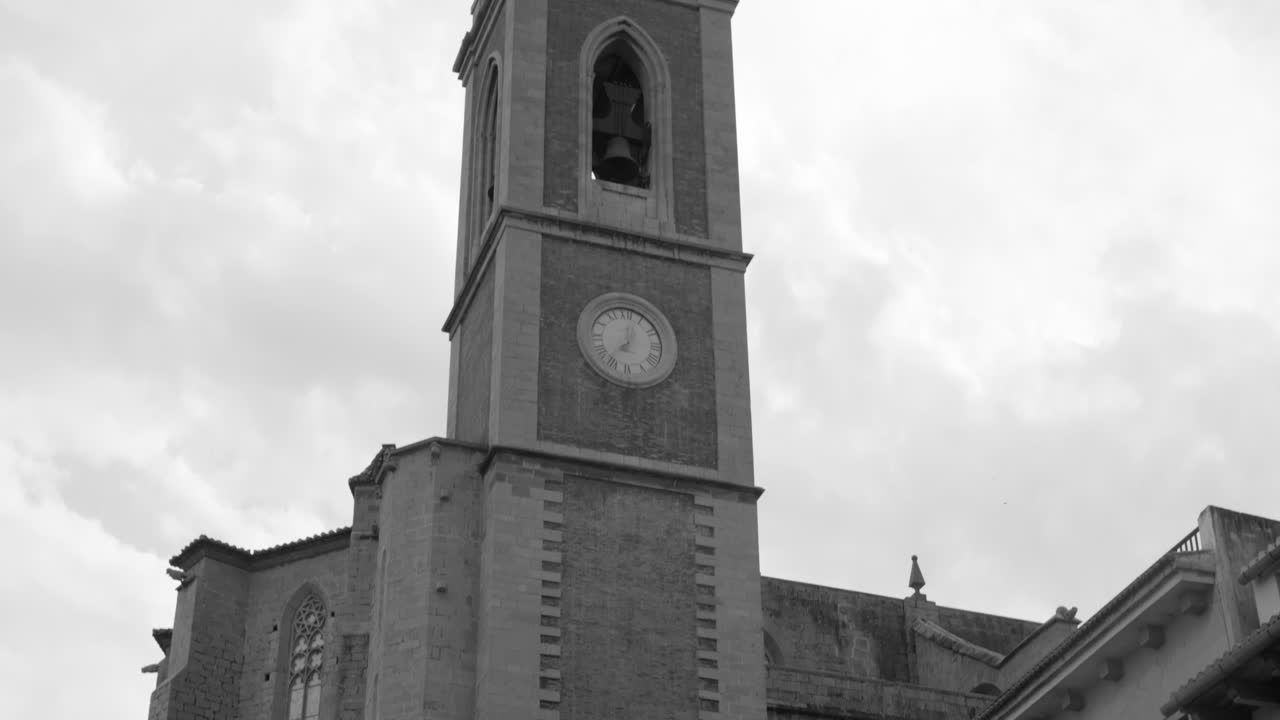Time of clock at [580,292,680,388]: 7:01
